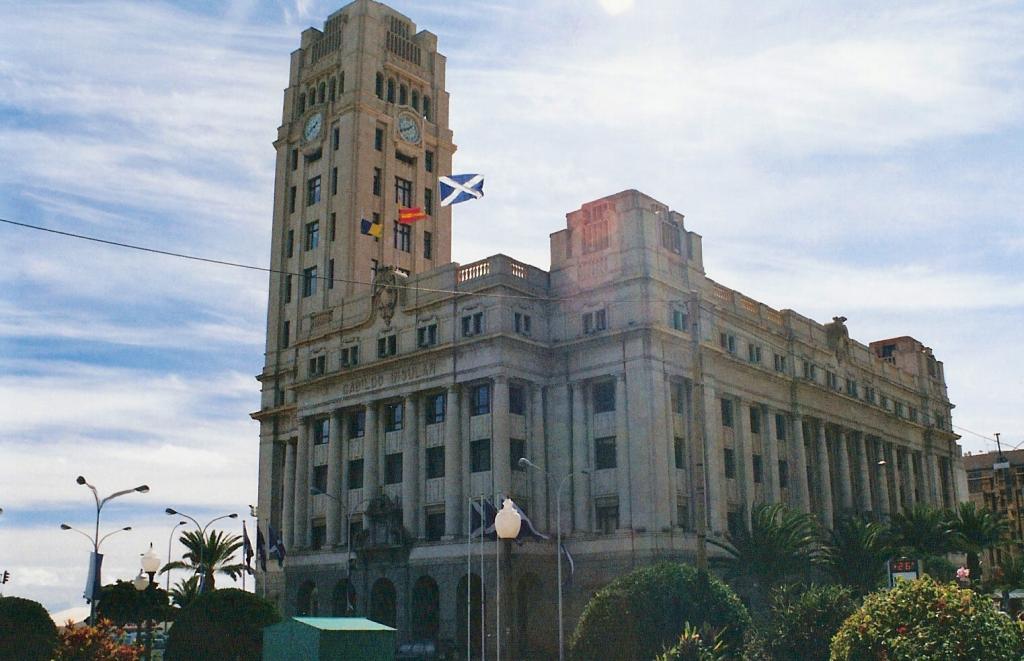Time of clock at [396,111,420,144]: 1:41
